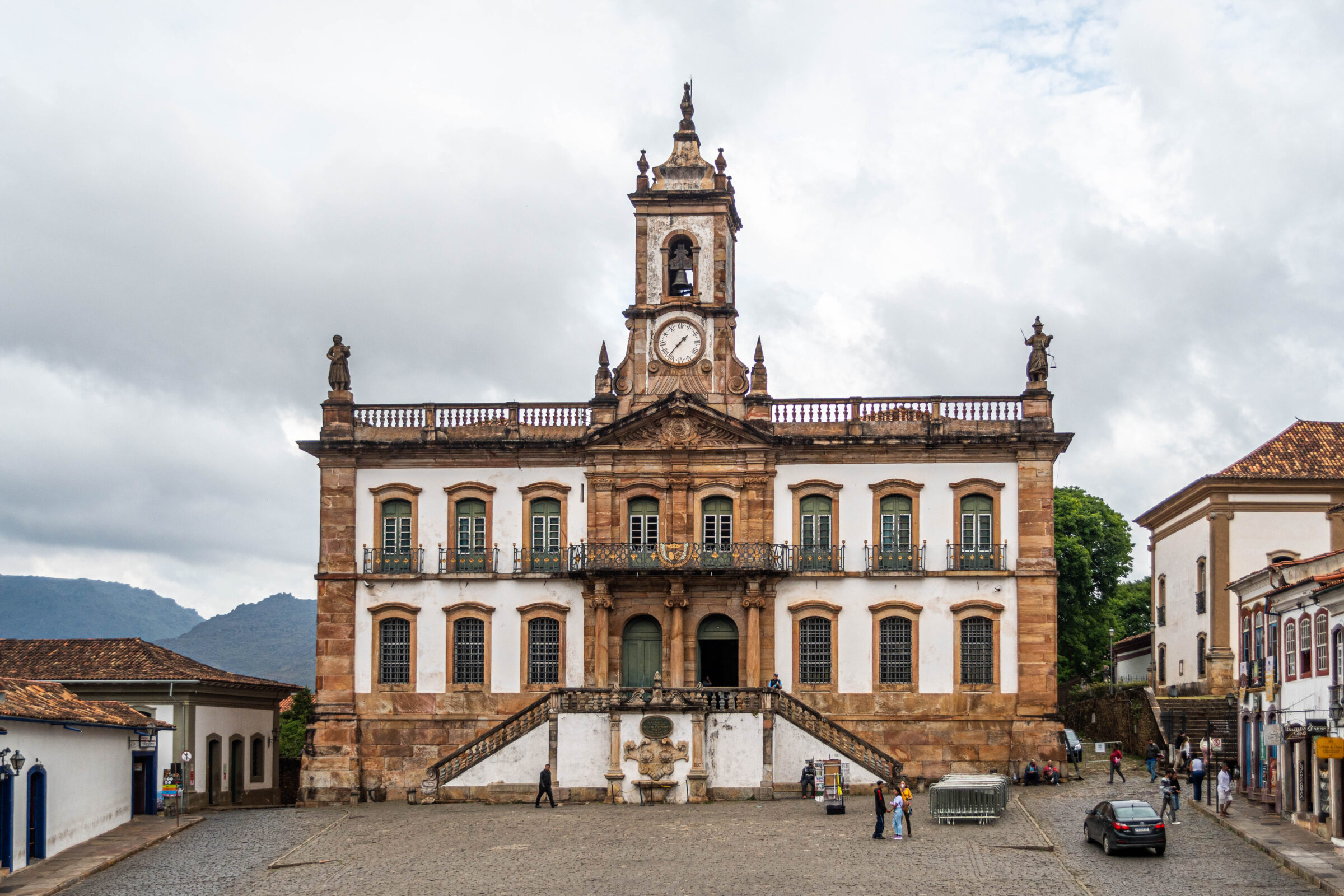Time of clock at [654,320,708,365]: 1:36
